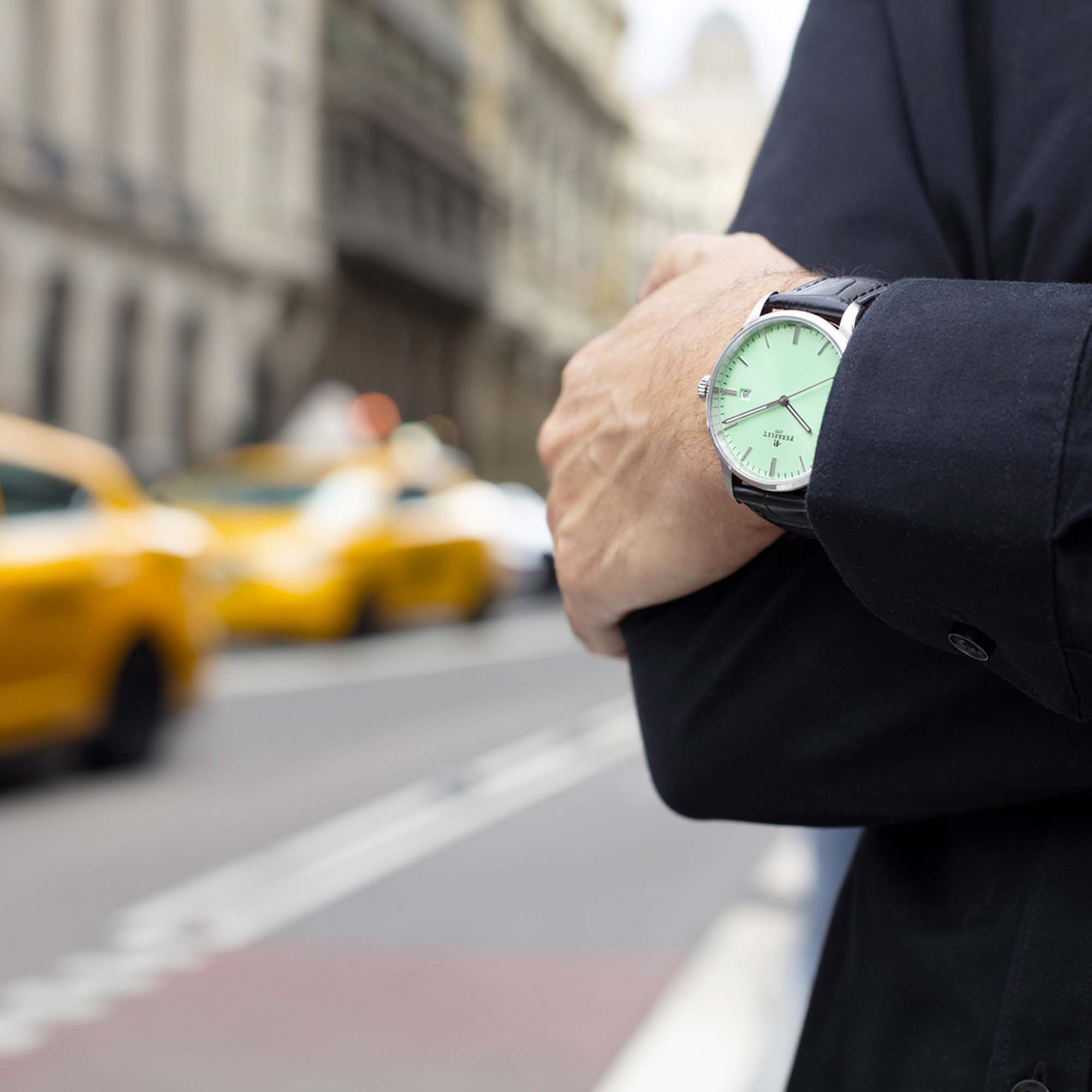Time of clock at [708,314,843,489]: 8:20
